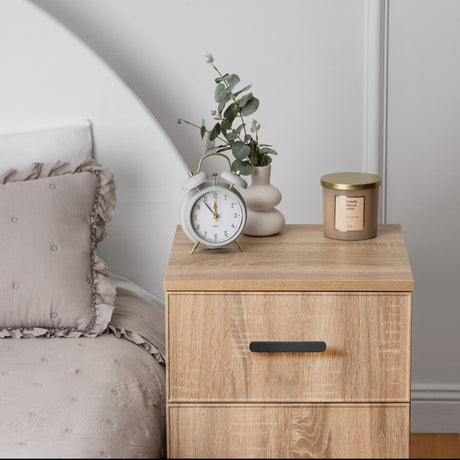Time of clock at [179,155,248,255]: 11:53
